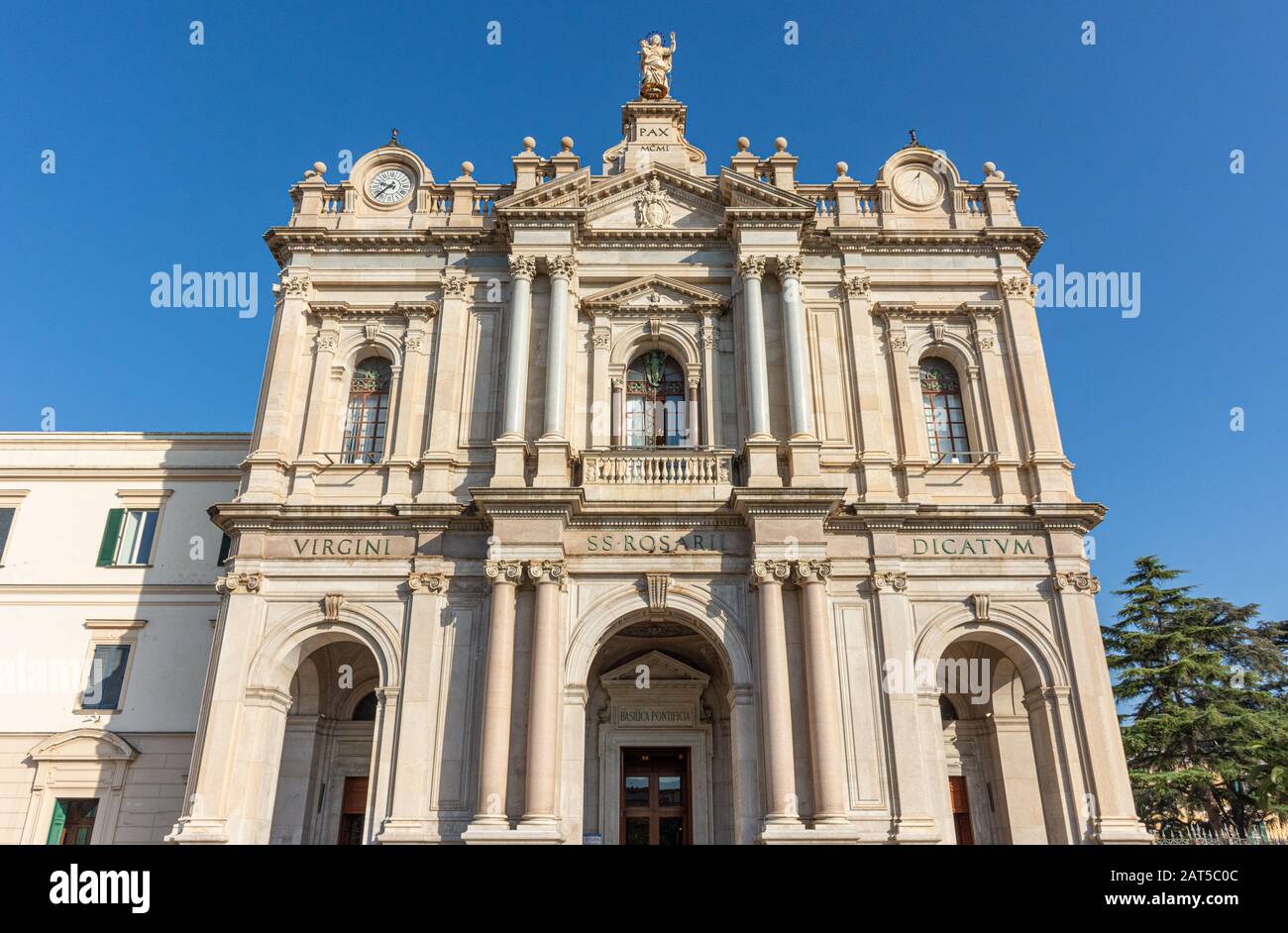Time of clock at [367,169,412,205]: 9:37
